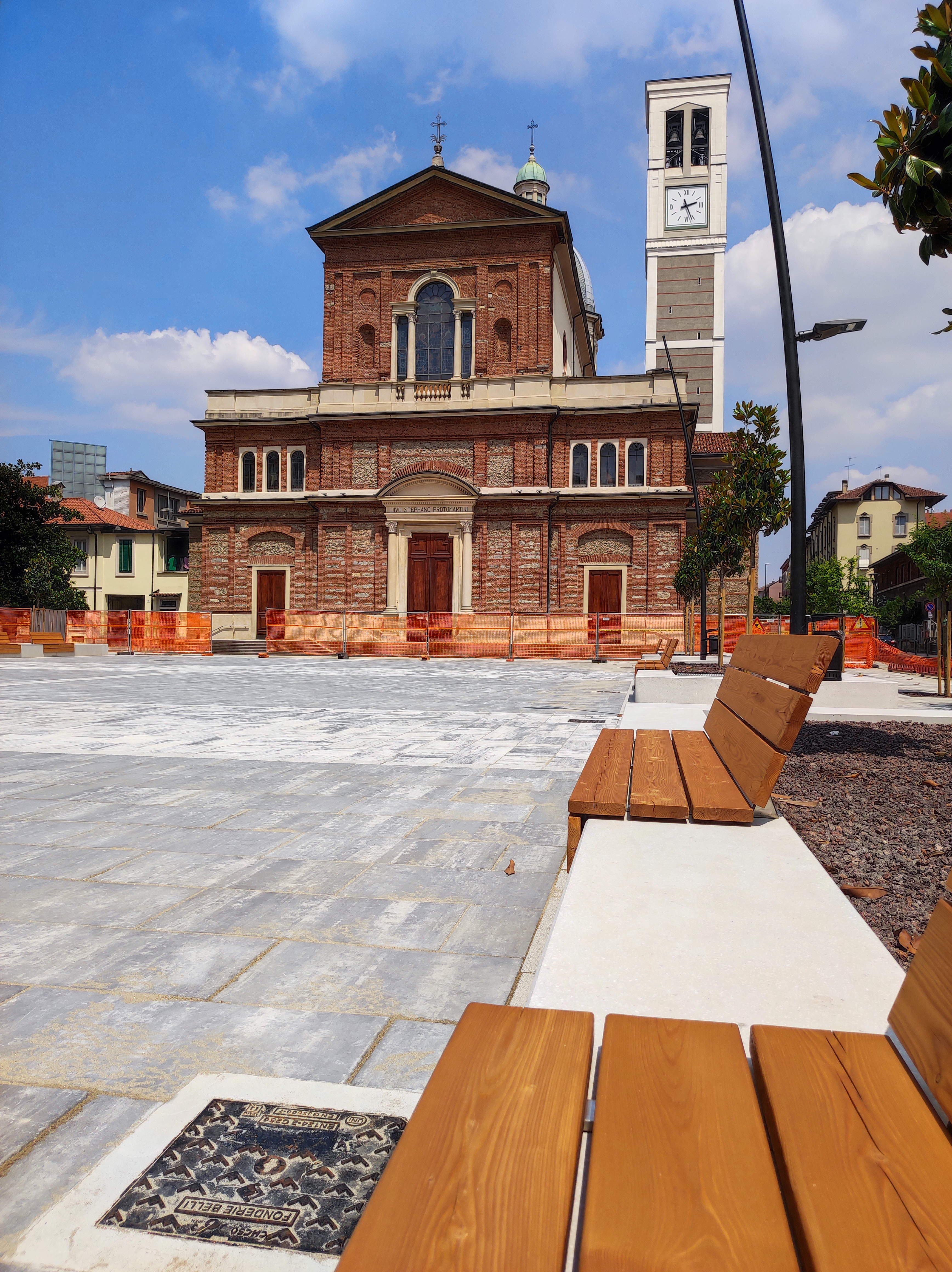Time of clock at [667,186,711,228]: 2:26
